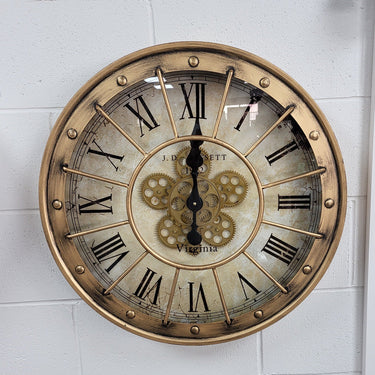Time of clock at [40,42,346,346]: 12:00
